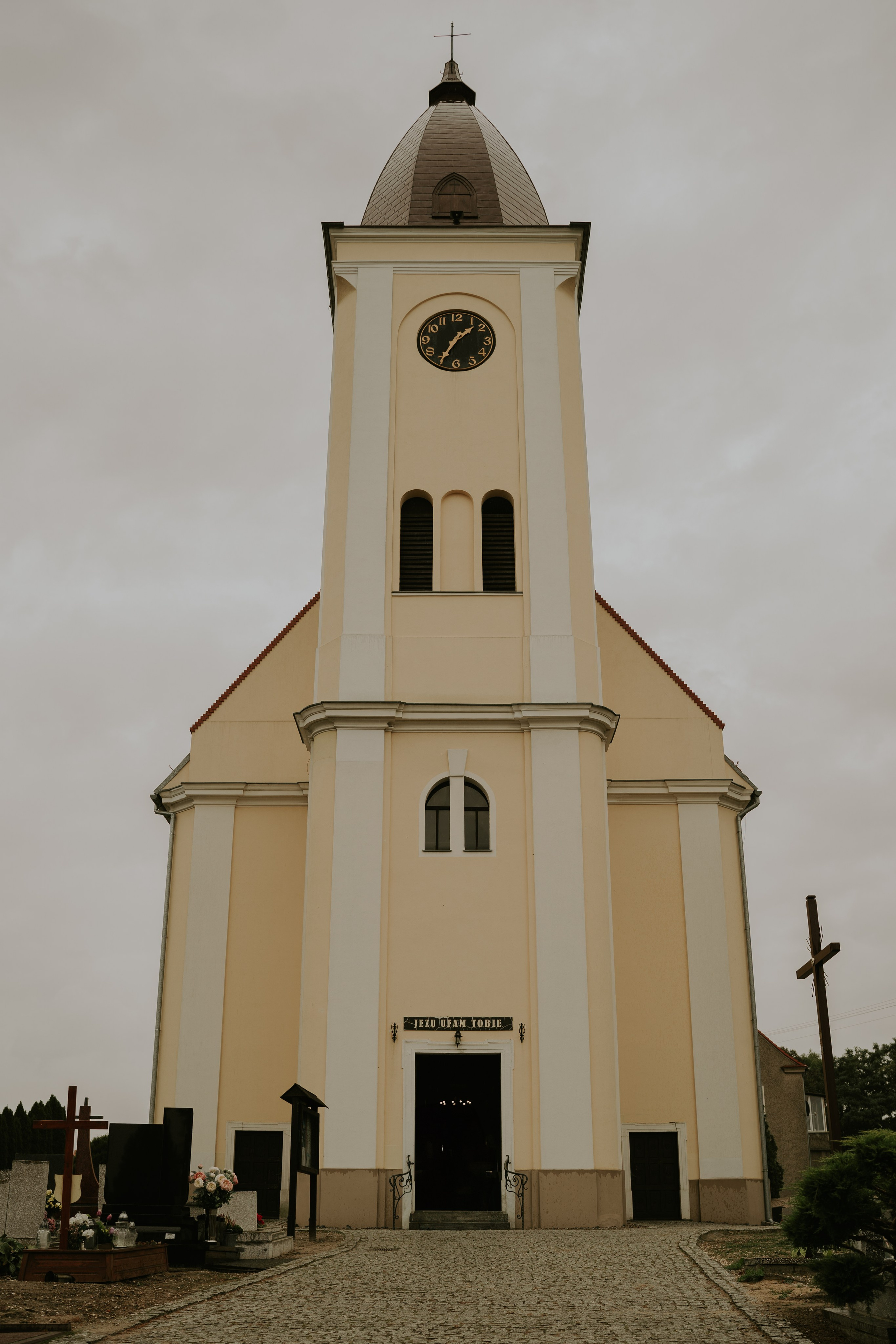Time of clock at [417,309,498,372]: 1:34
